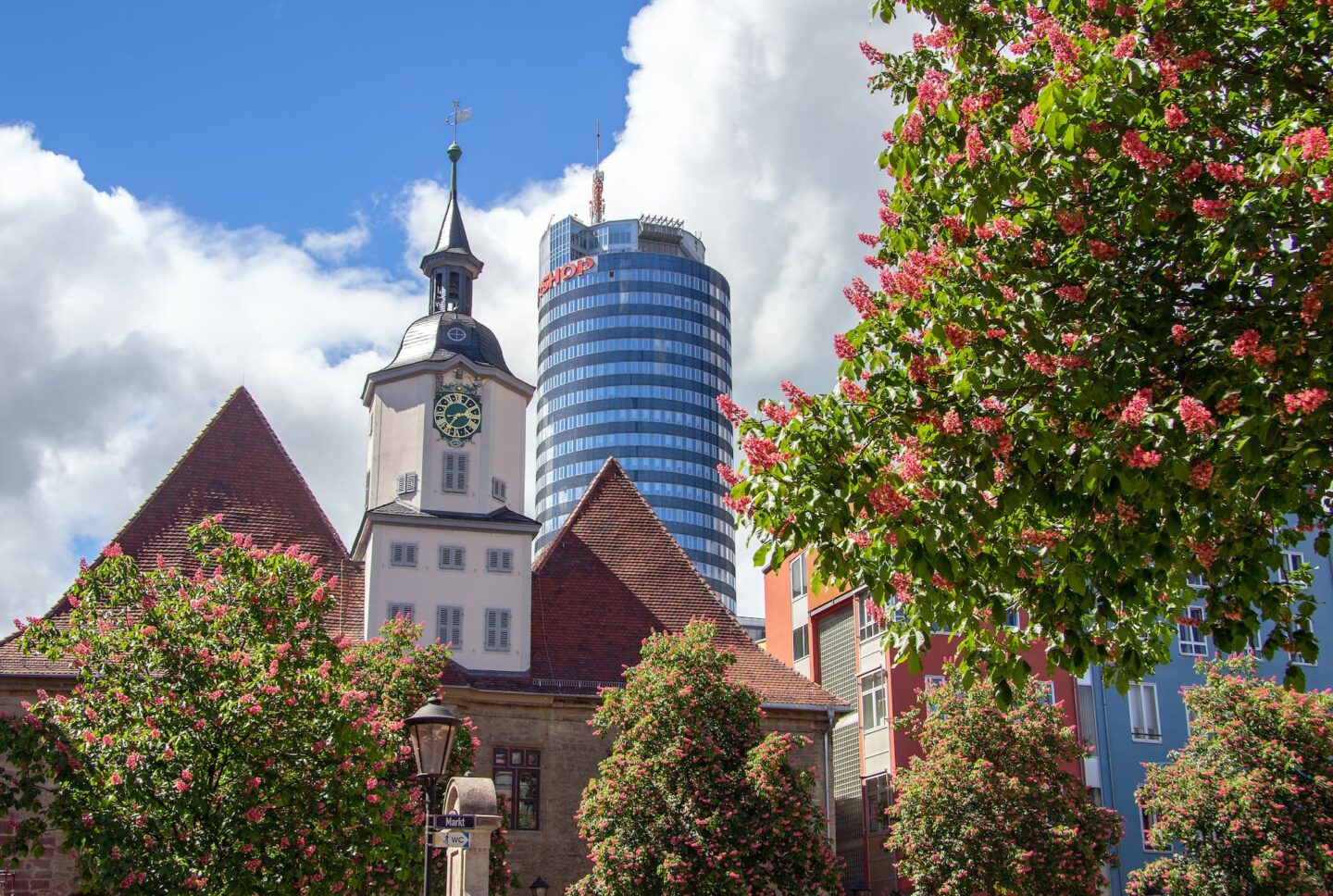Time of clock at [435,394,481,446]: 2:36
